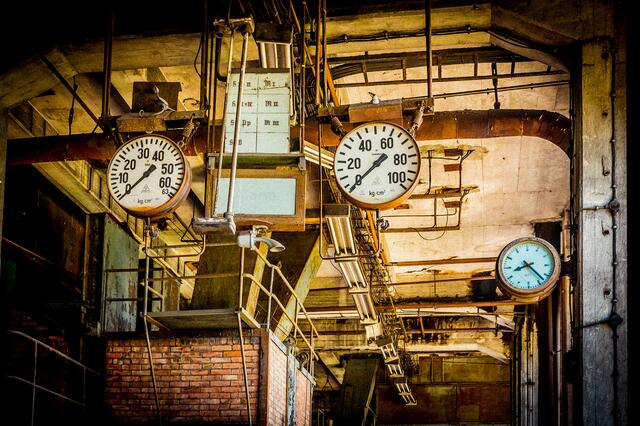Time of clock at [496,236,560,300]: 8:22
